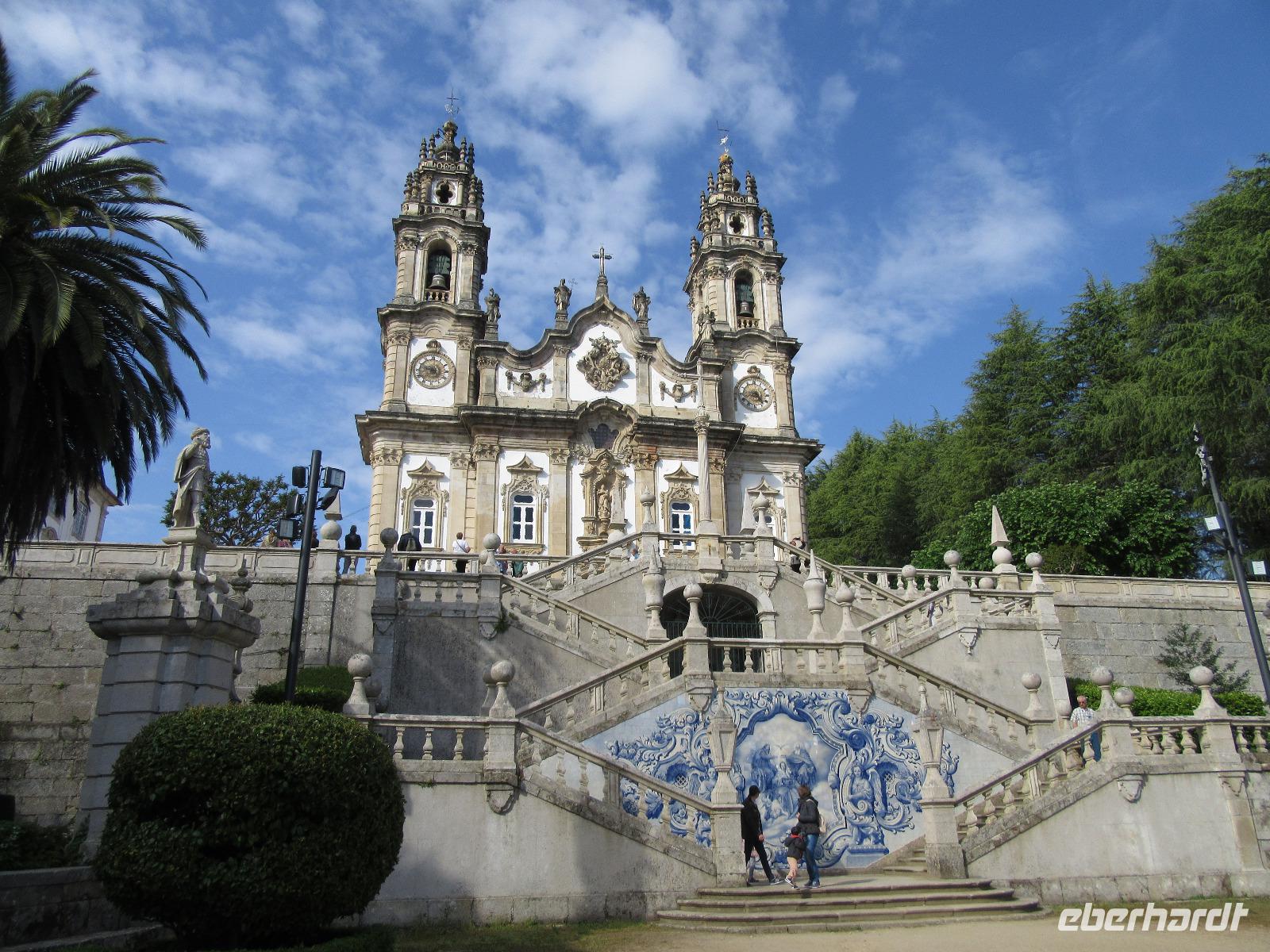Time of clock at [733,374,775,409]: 4:42
